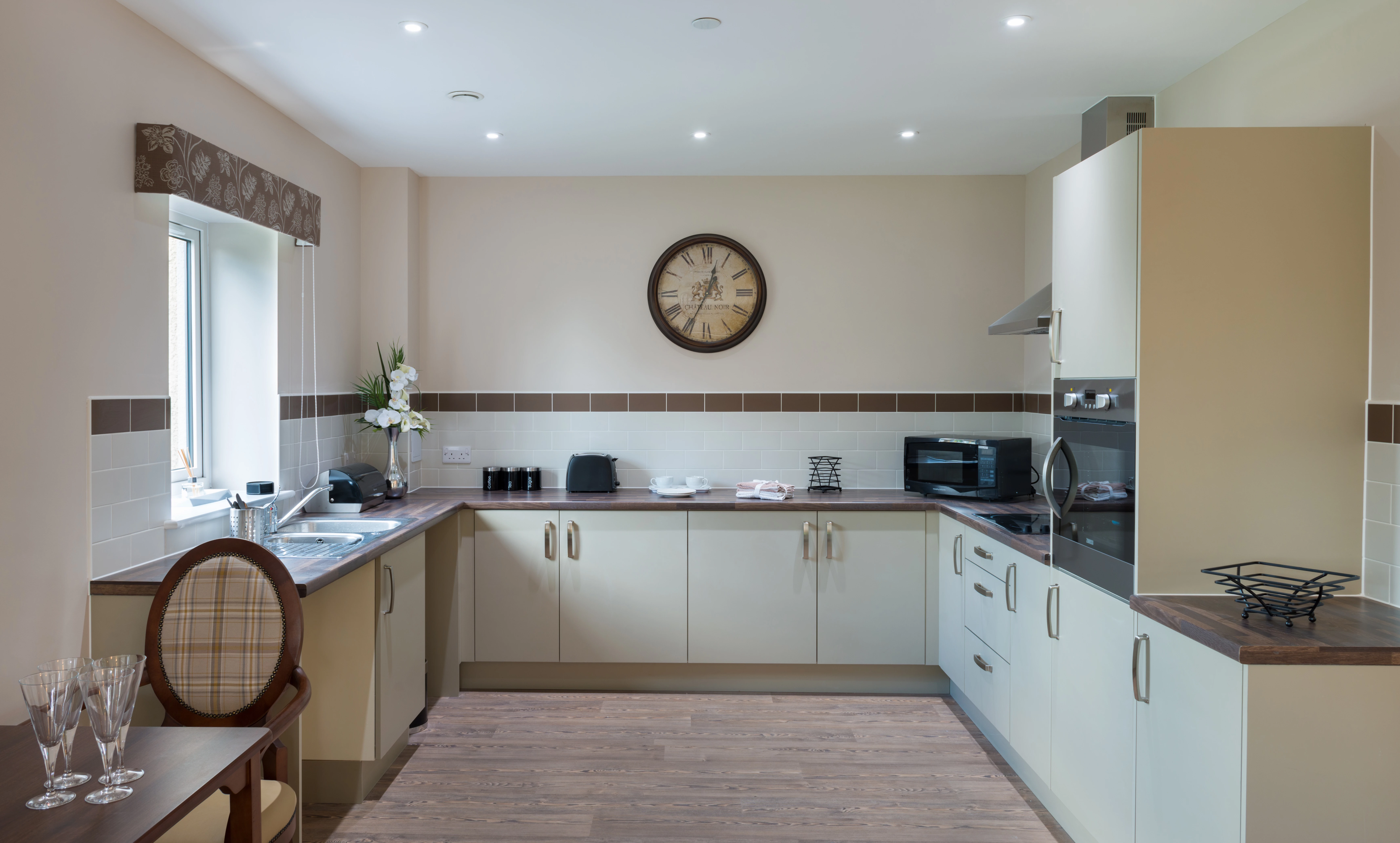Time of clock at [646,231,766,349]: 12:34
